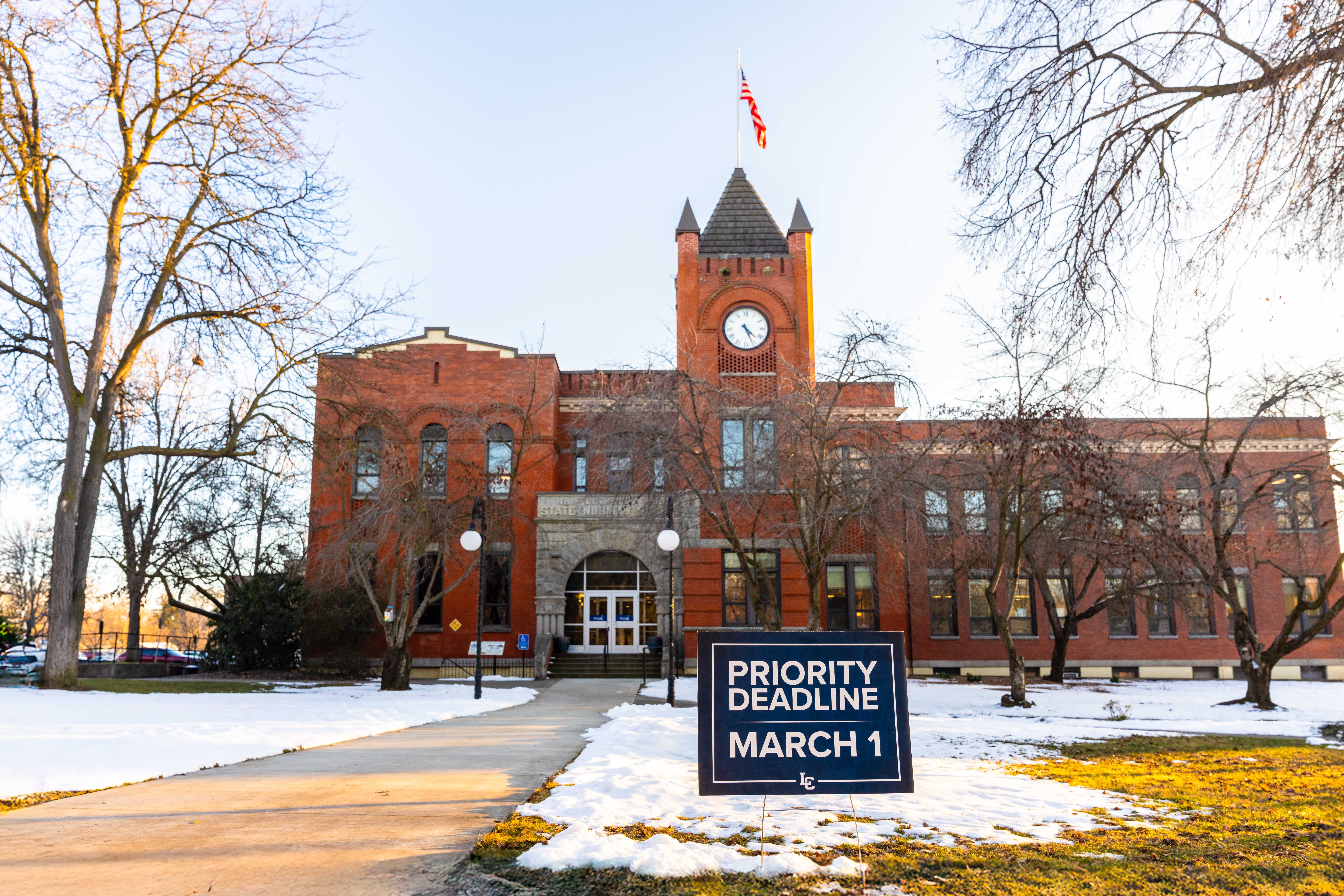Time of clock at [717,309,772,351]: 4:26
